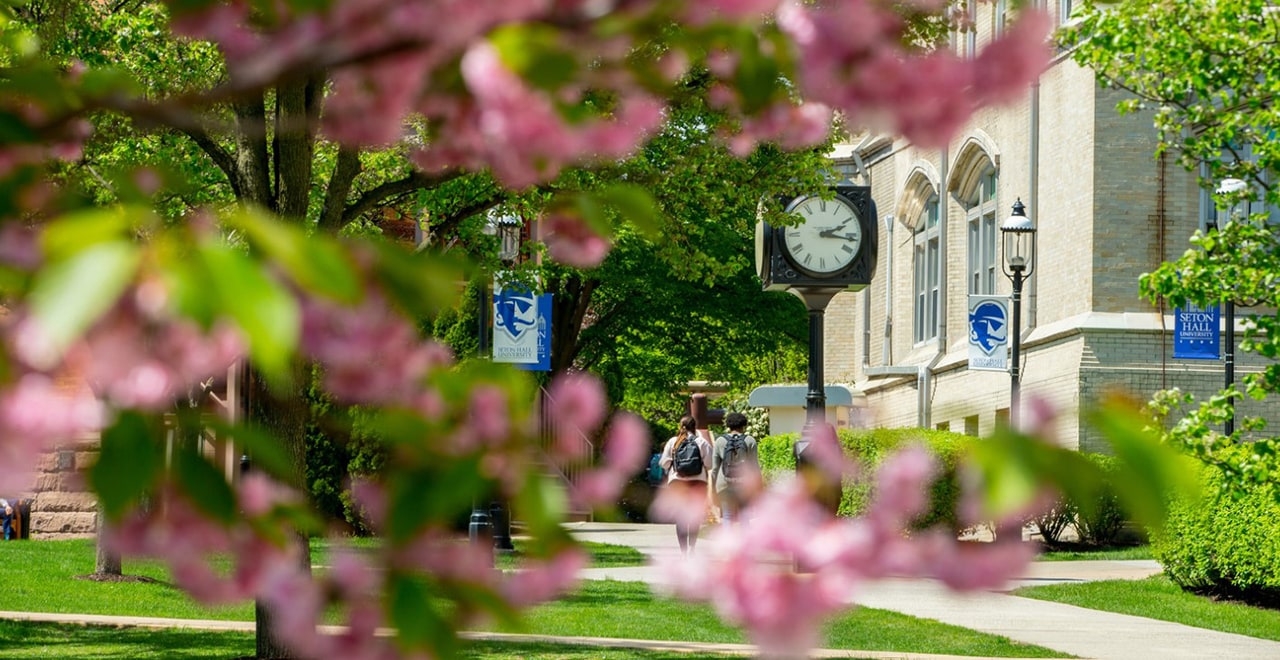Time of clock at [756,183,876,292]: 2:16
